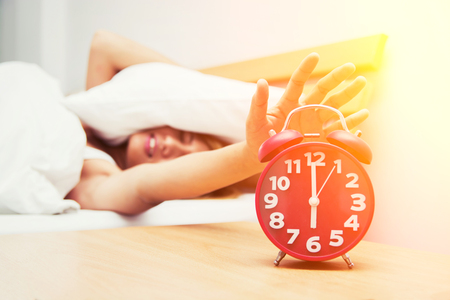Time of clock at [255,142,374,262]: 5:59
